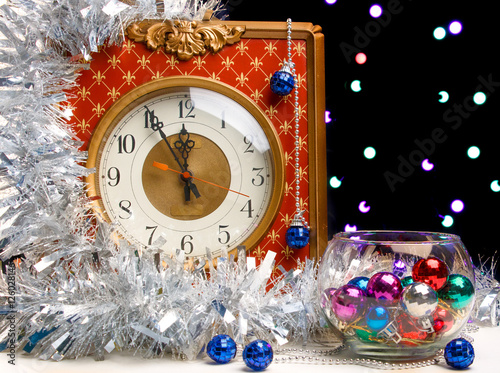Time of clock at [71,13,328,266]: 11:55
